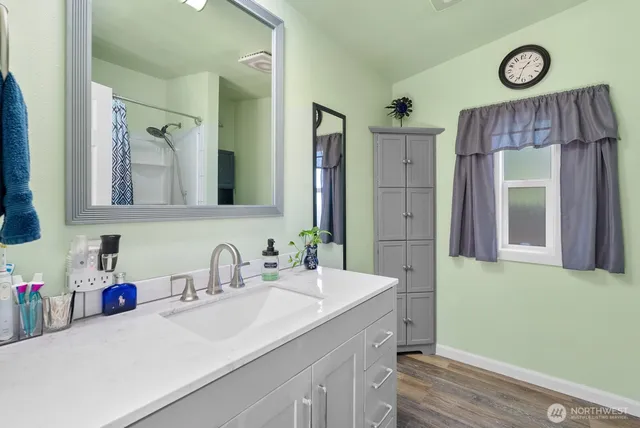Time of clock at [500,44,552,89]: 1:33
